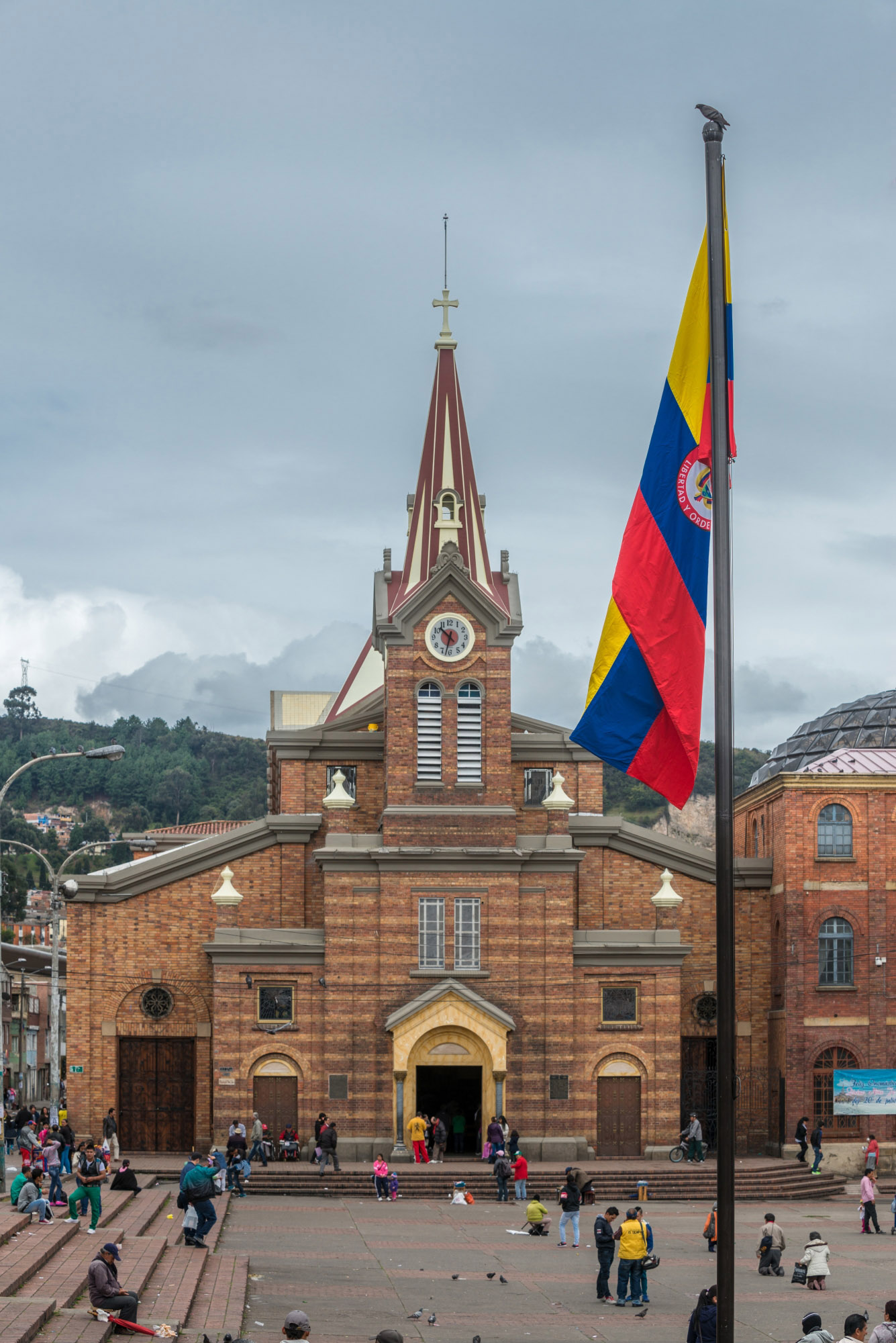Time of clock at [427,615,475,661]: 10:32
